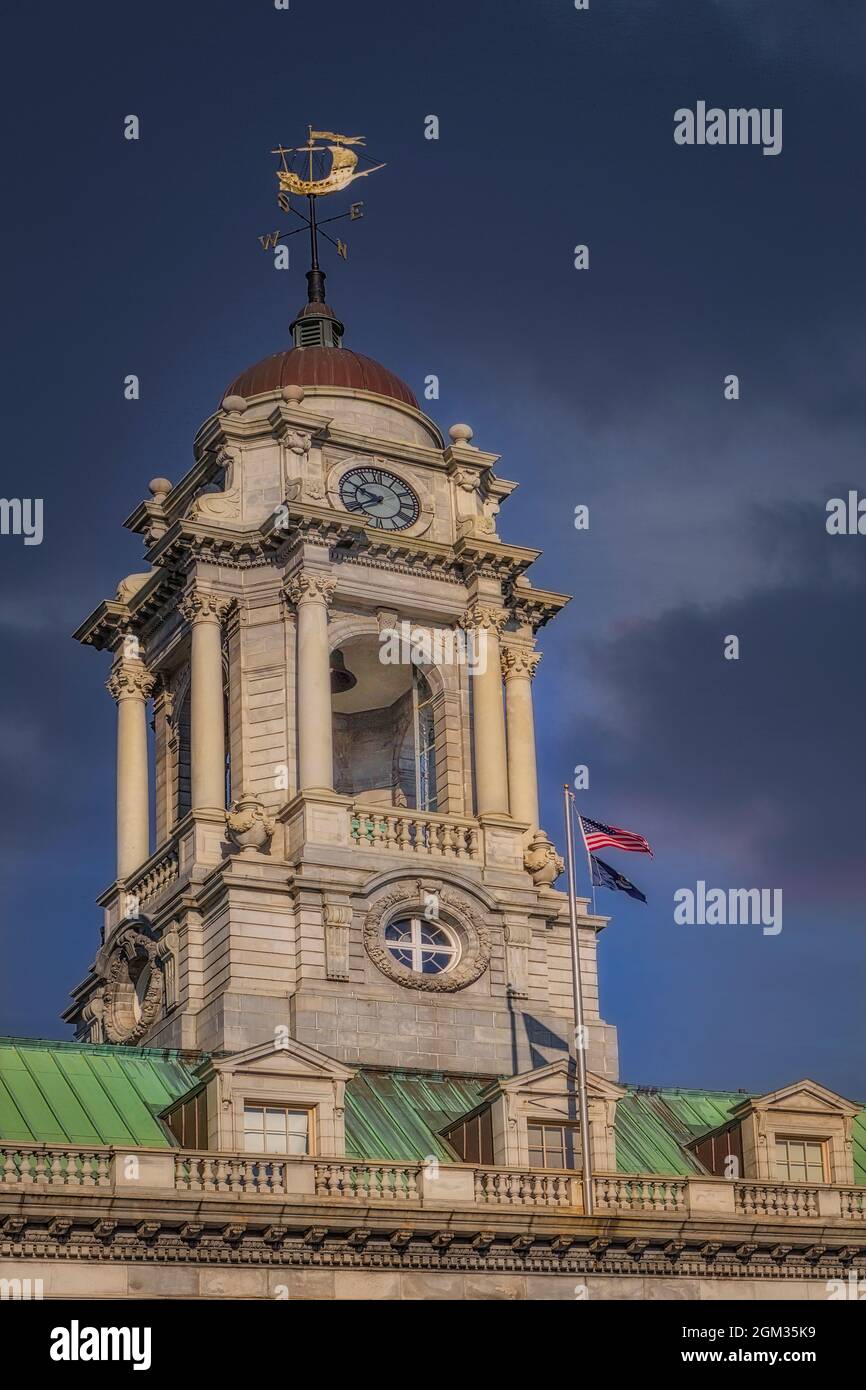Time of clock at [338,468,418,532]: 7:49
